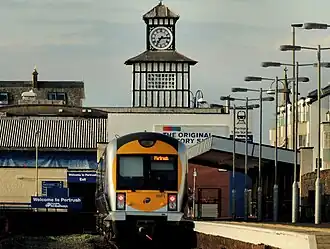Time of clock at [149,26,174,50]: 7:14
